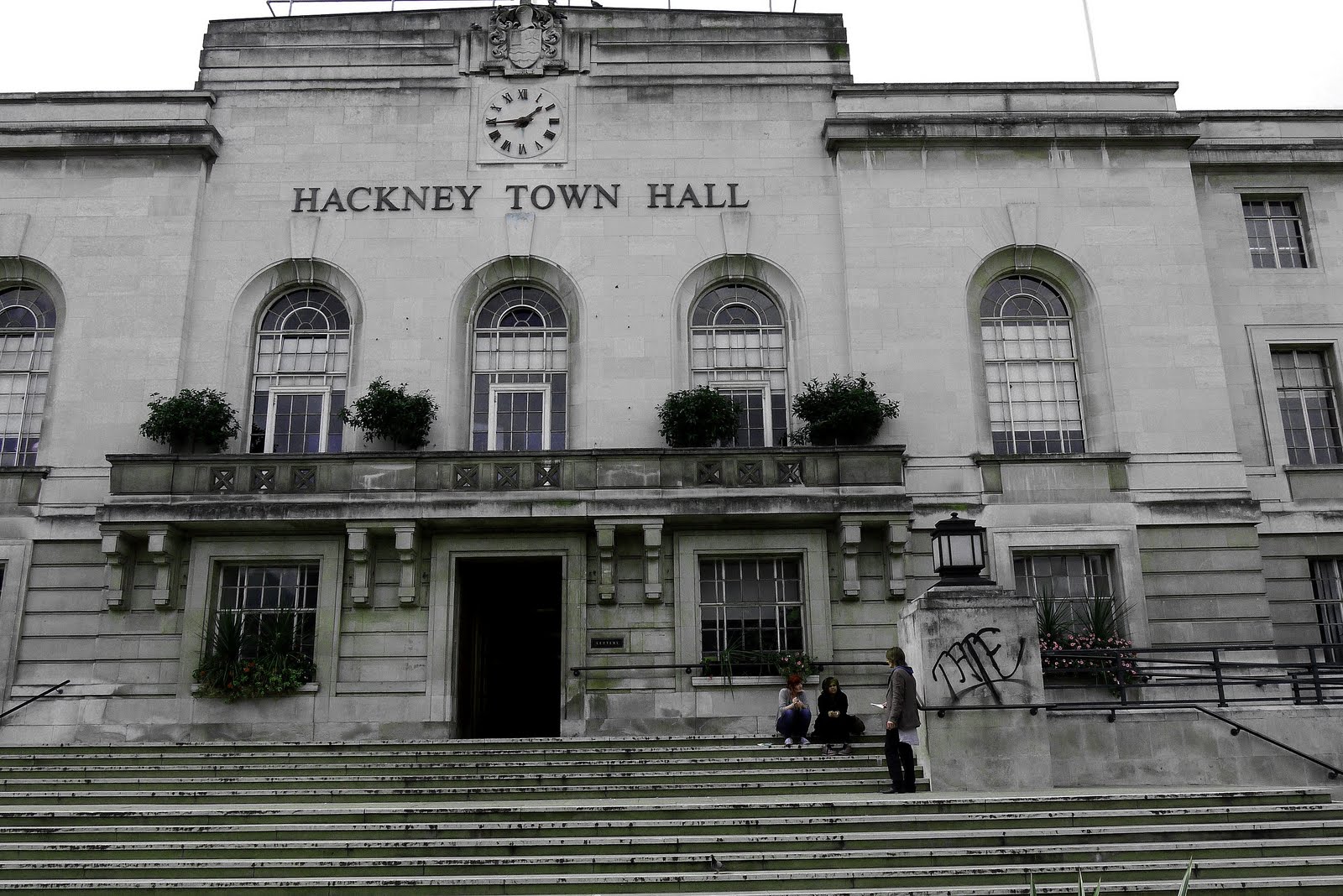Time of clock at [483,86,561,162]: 1:44
